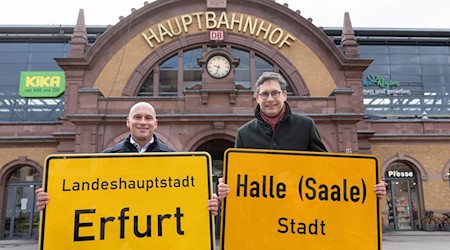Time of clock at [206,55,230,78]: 9:33
